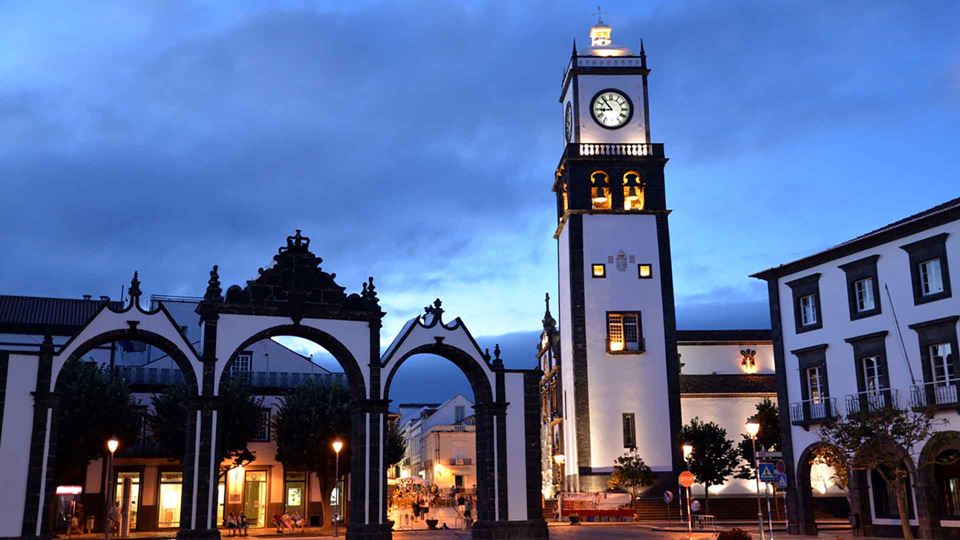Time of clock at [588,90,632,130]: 8:53
